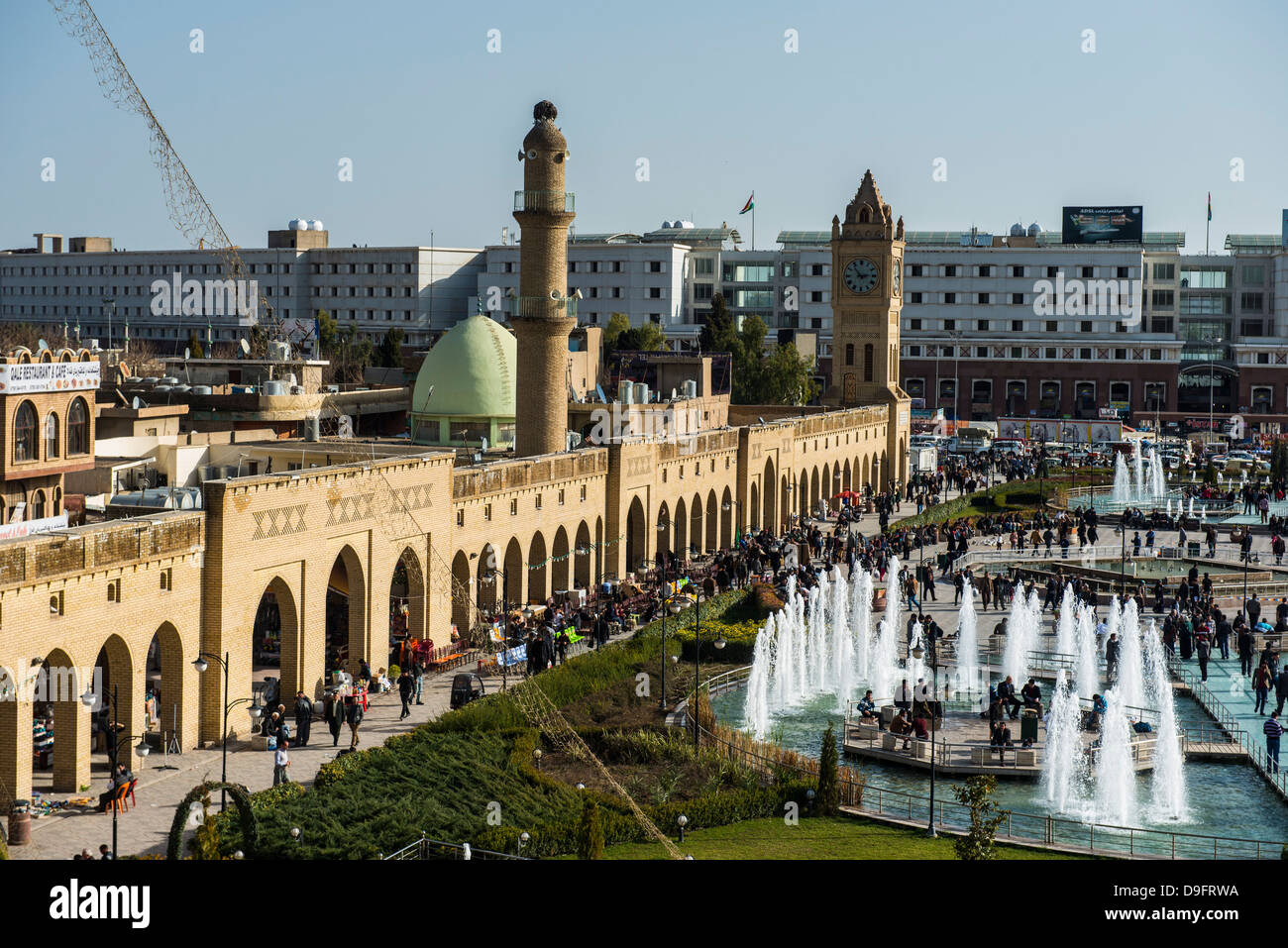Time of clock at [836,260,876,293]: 2:53
